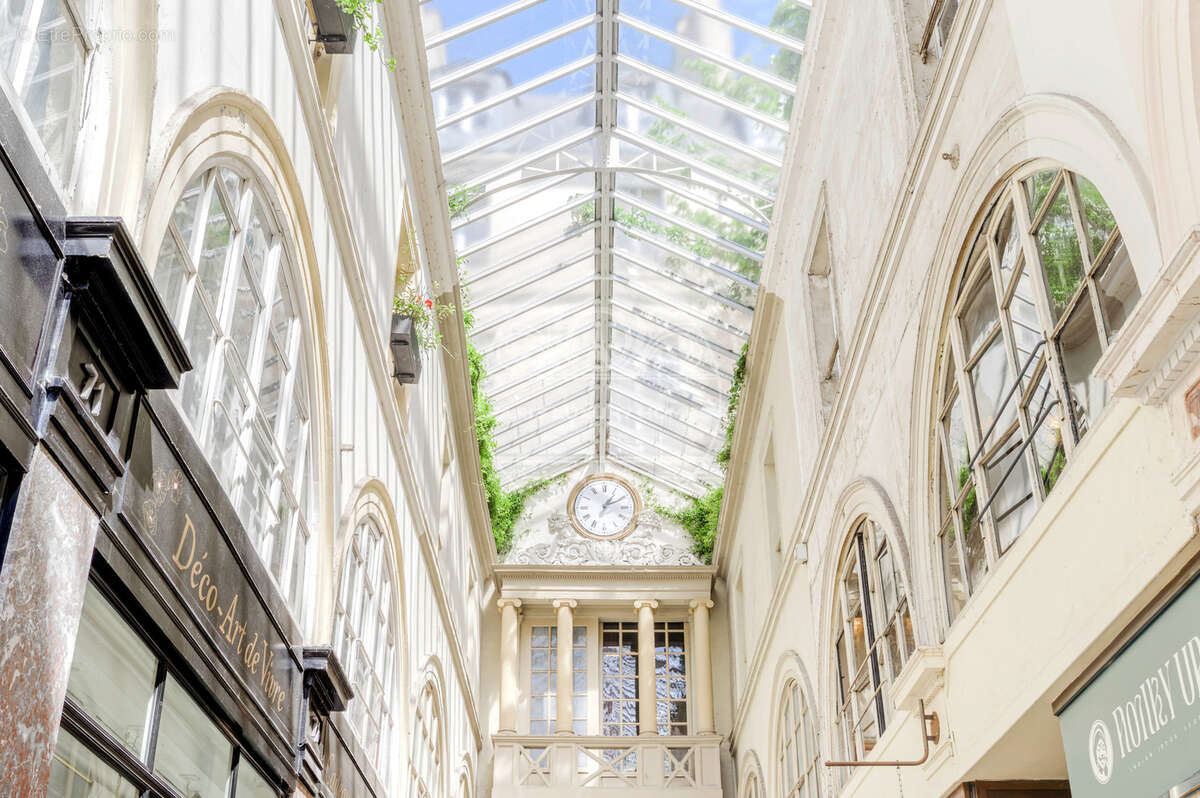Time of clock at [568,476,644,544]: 1:10
